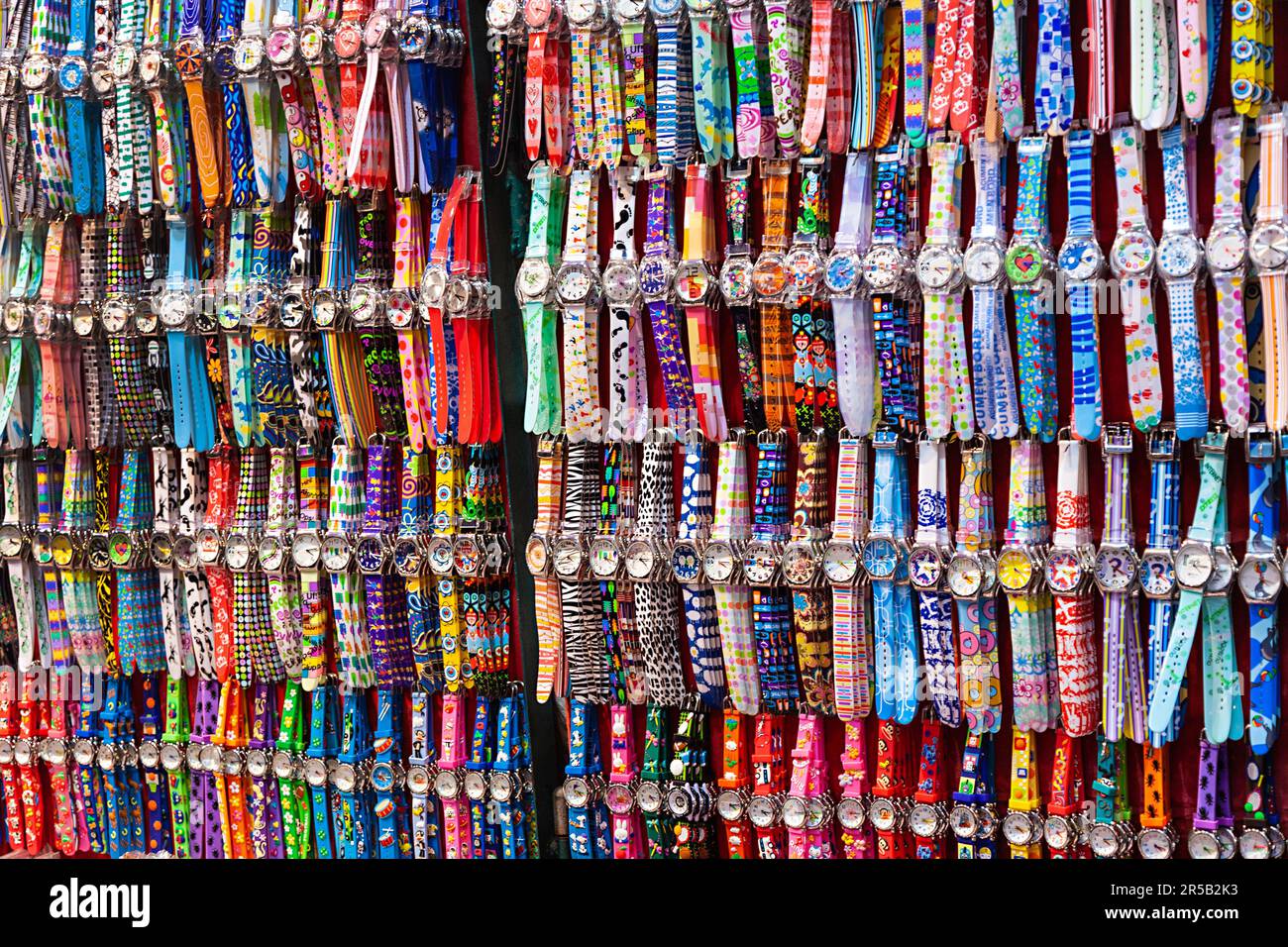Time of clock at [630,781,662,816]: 4:17
